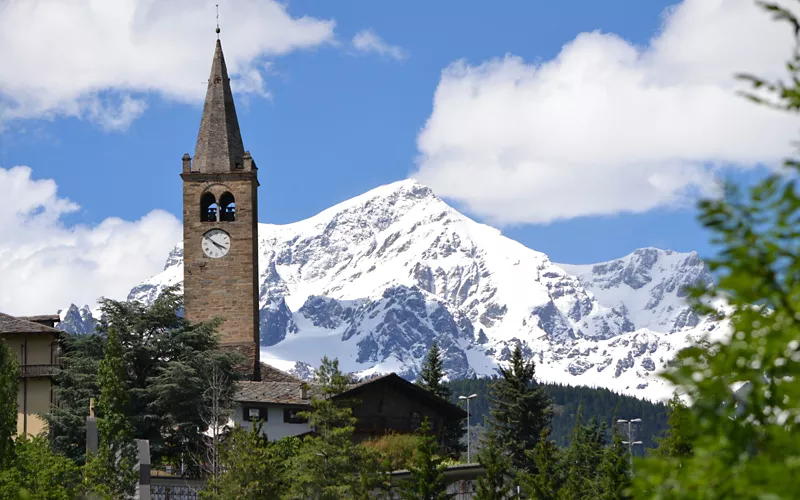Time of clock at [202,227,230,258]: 3:52
